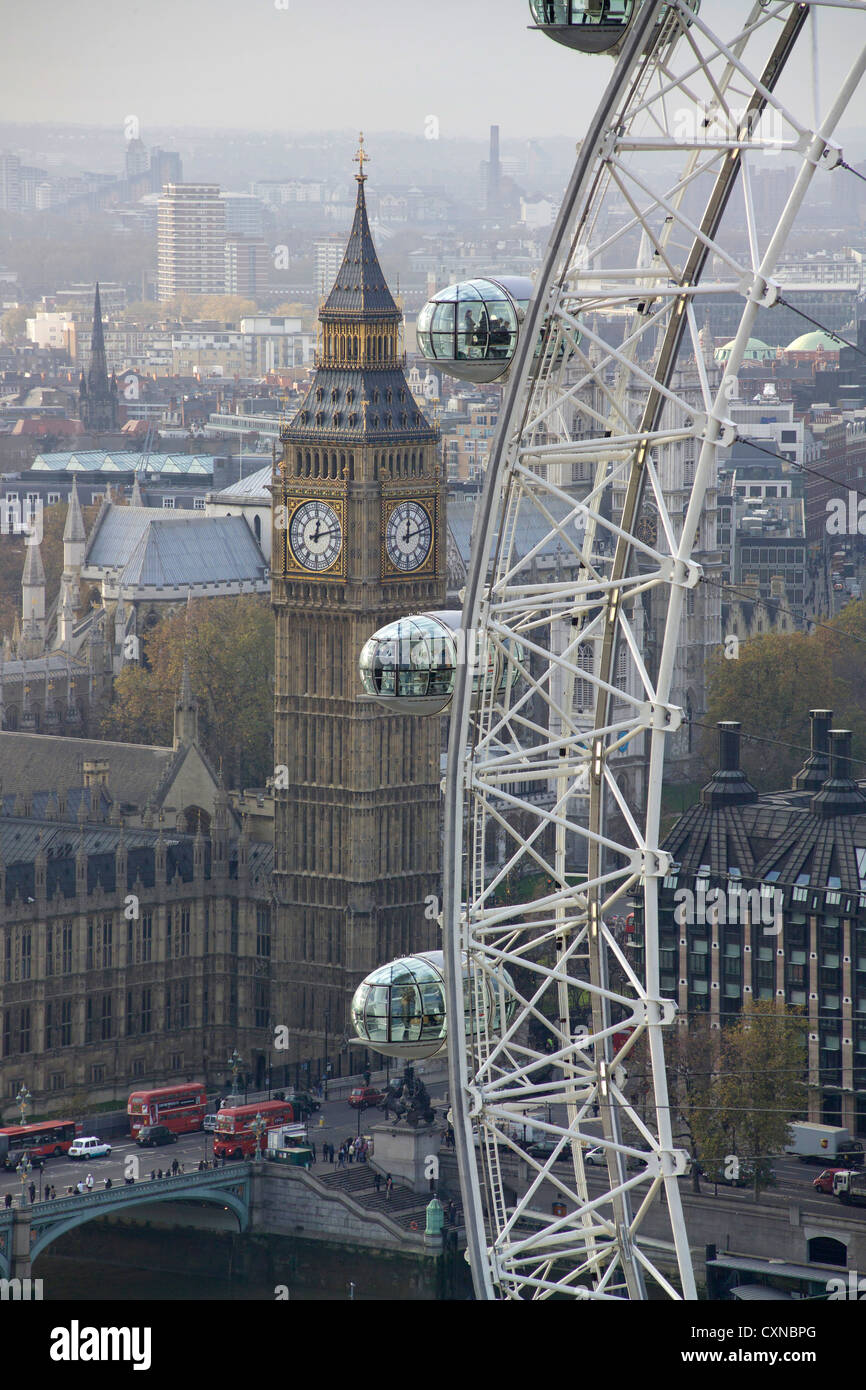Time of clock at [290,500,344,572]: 12:12
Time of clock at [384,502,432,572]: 12:12
